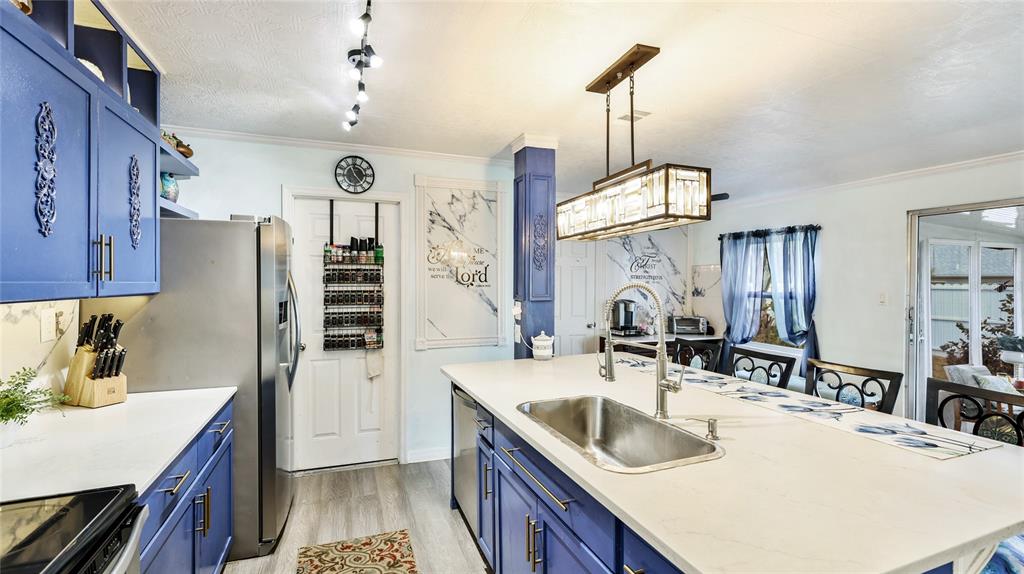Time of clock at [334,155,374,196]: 11:24
